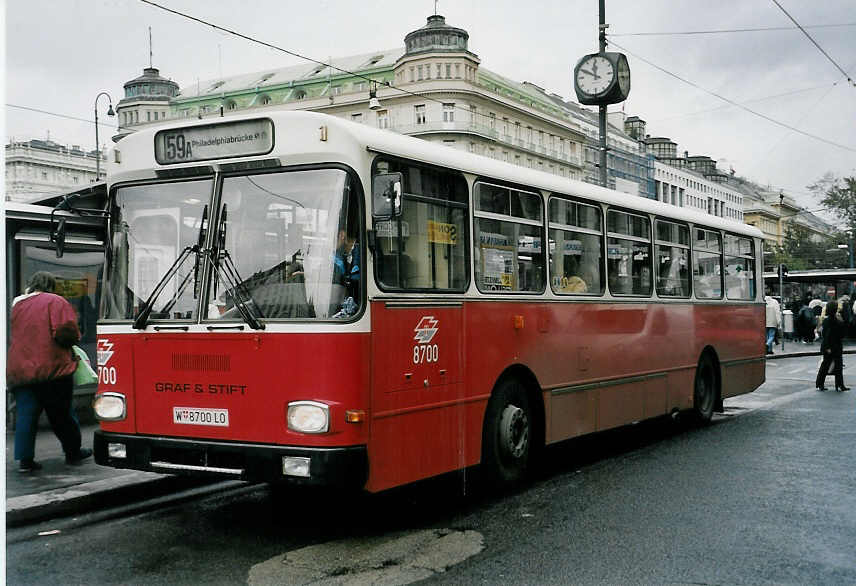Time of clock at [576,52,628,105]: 11:49
